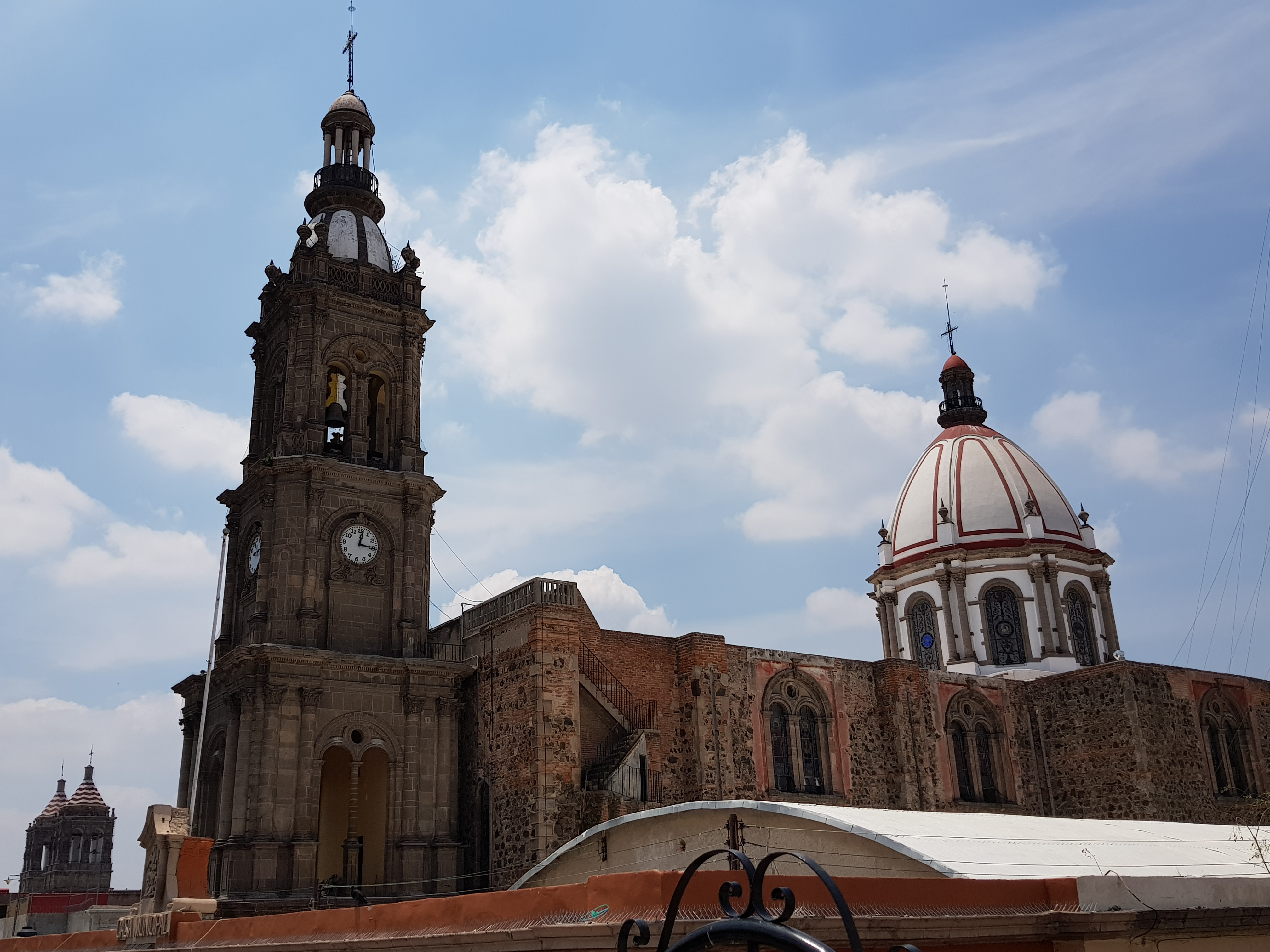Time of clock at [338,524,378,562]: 12:15
